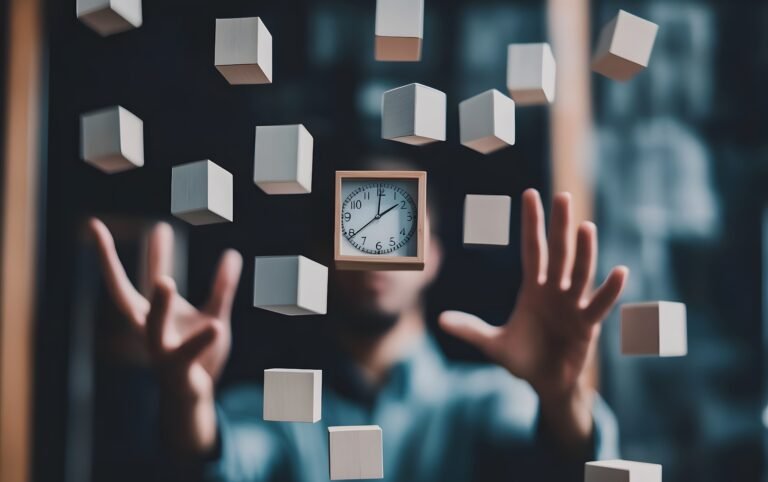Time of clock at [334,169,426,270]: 2:00
